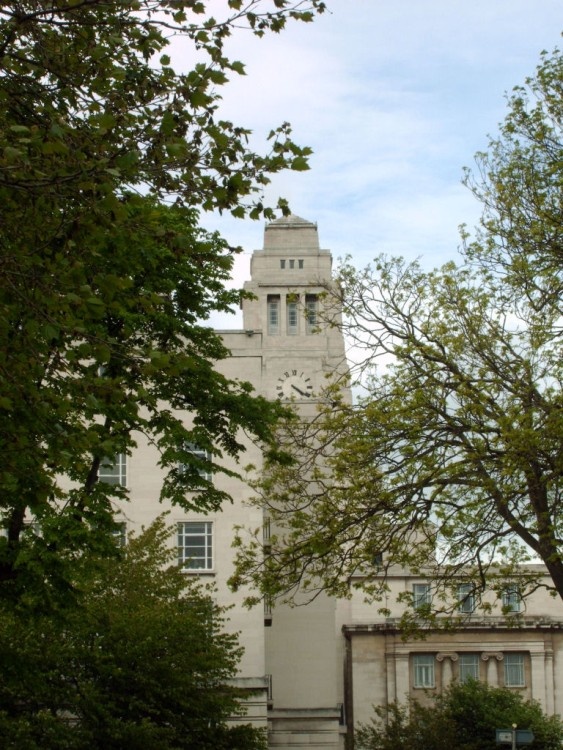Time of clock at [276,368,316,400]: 4:21
